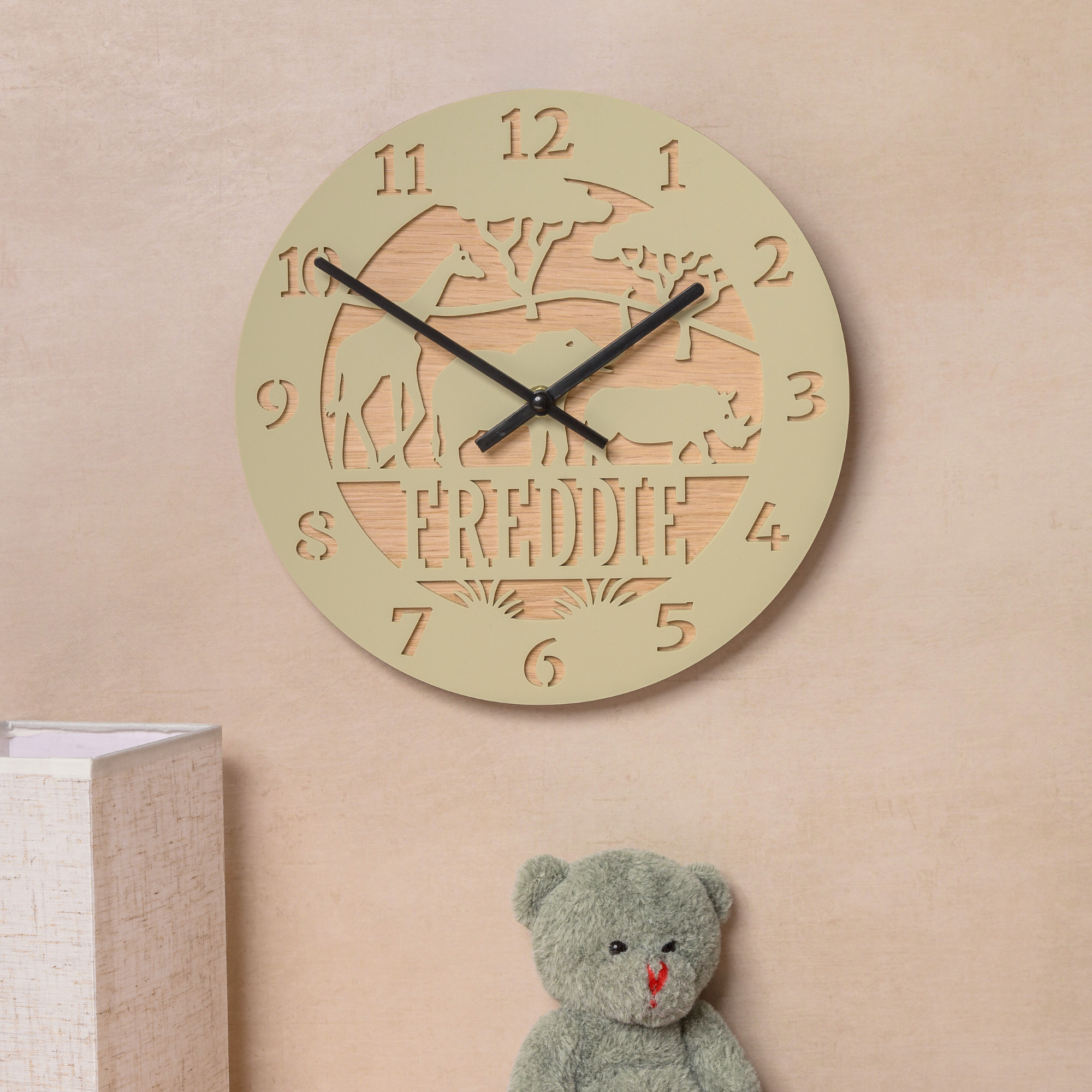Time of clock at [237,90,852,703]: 1:50
